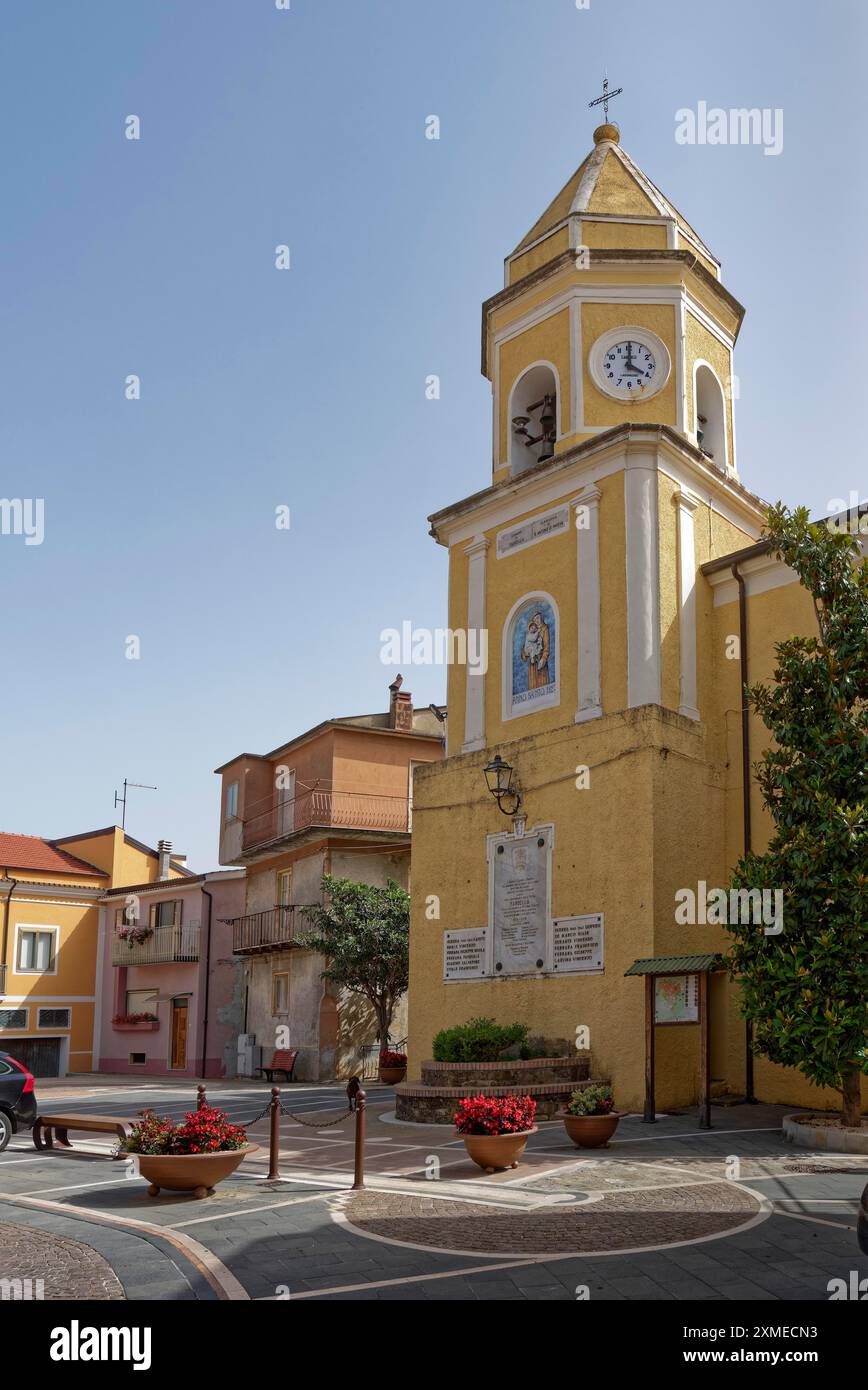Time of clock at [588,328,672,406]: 4:00
